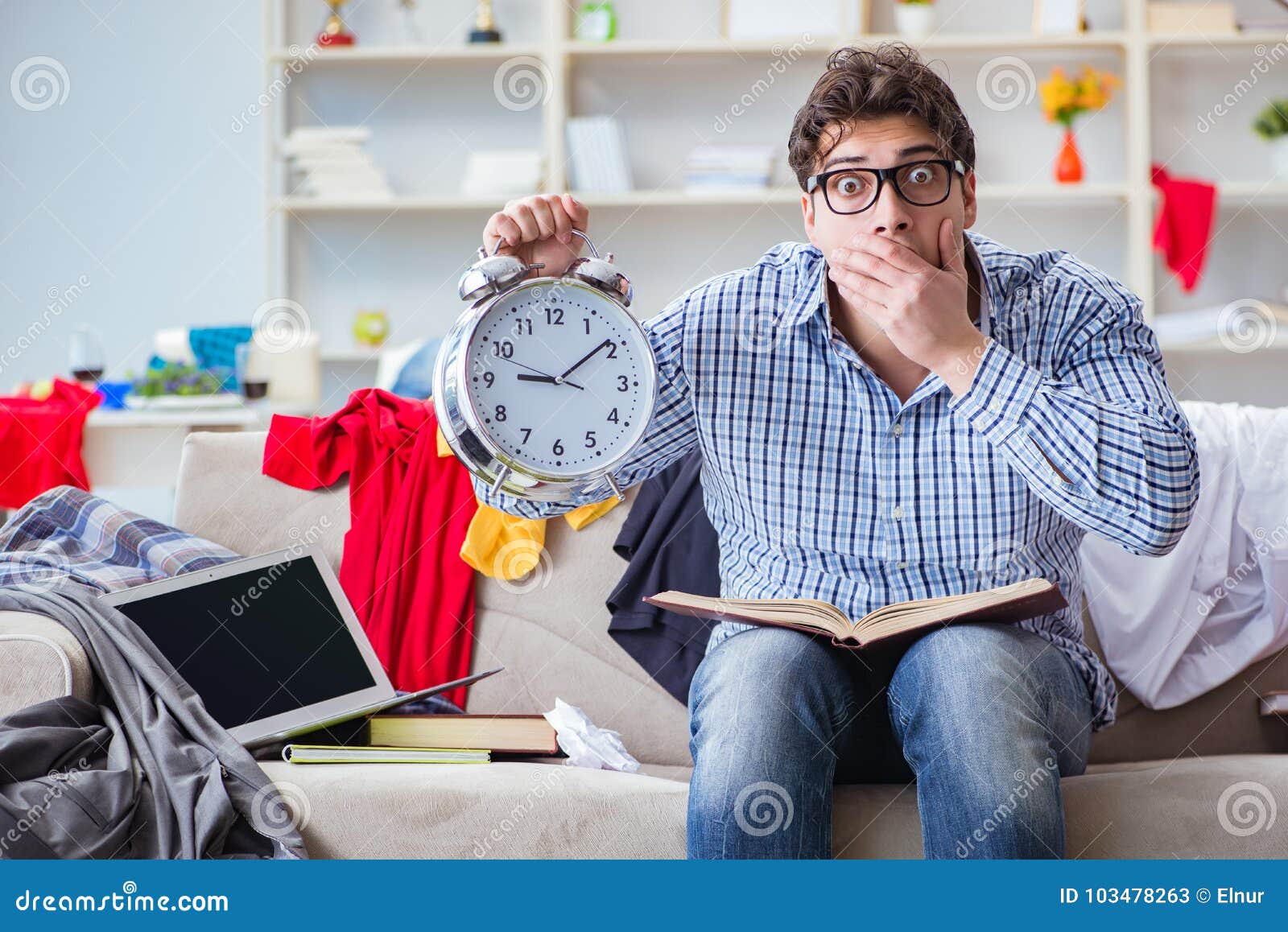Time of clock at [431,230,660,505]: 9:09
